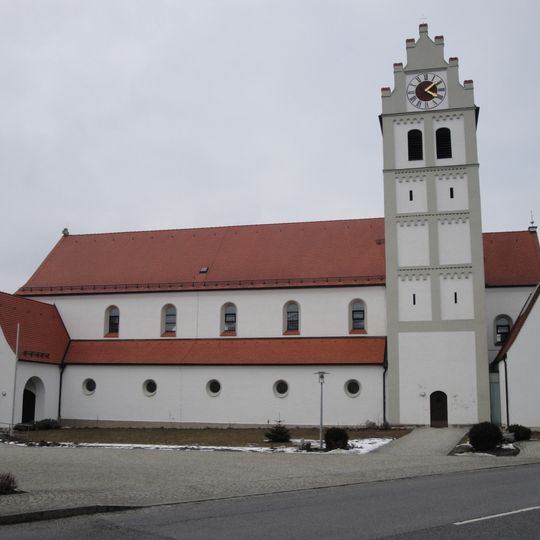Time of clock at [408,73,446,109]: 4:08
